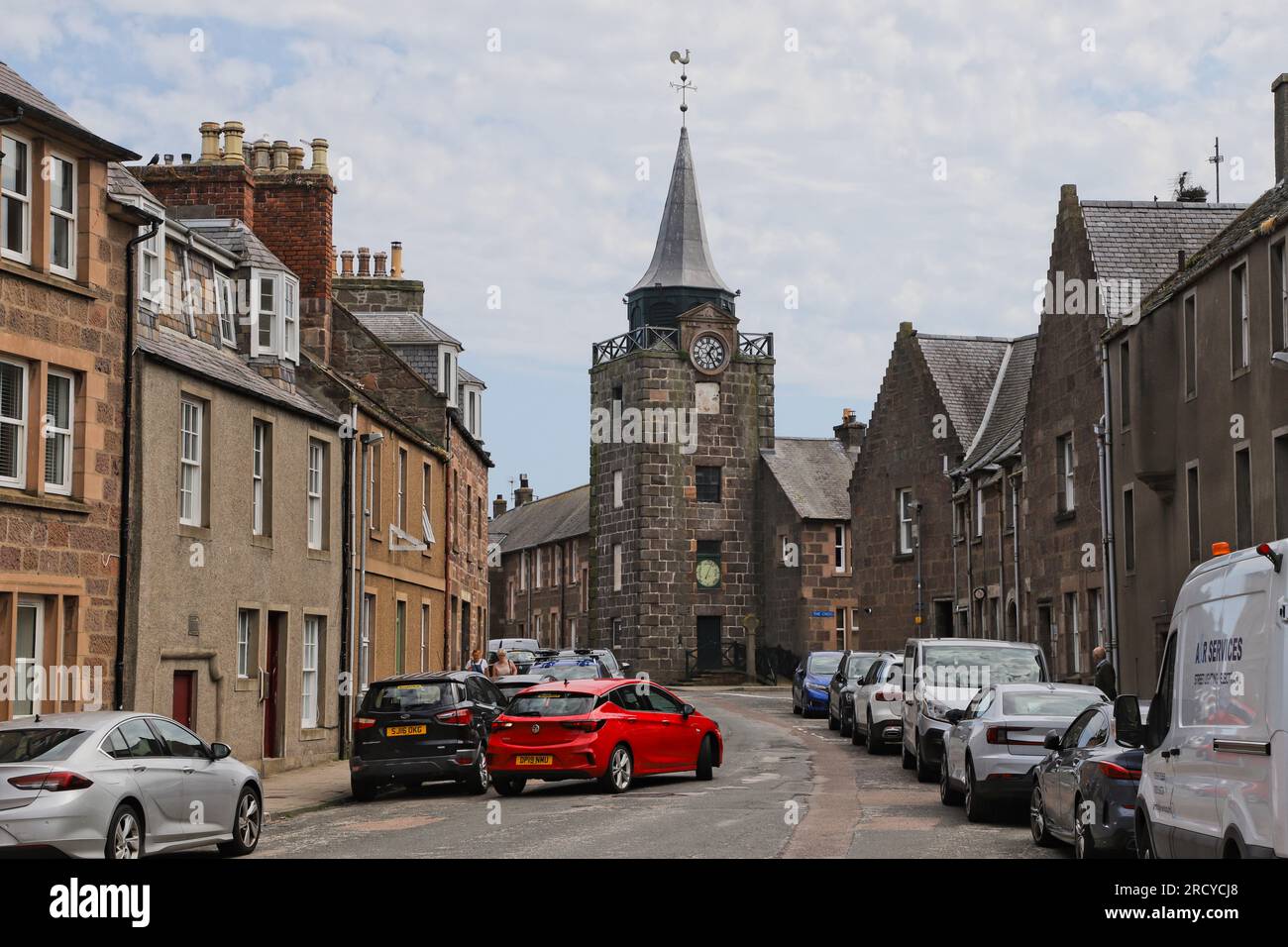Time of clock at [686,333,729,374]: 1:24
